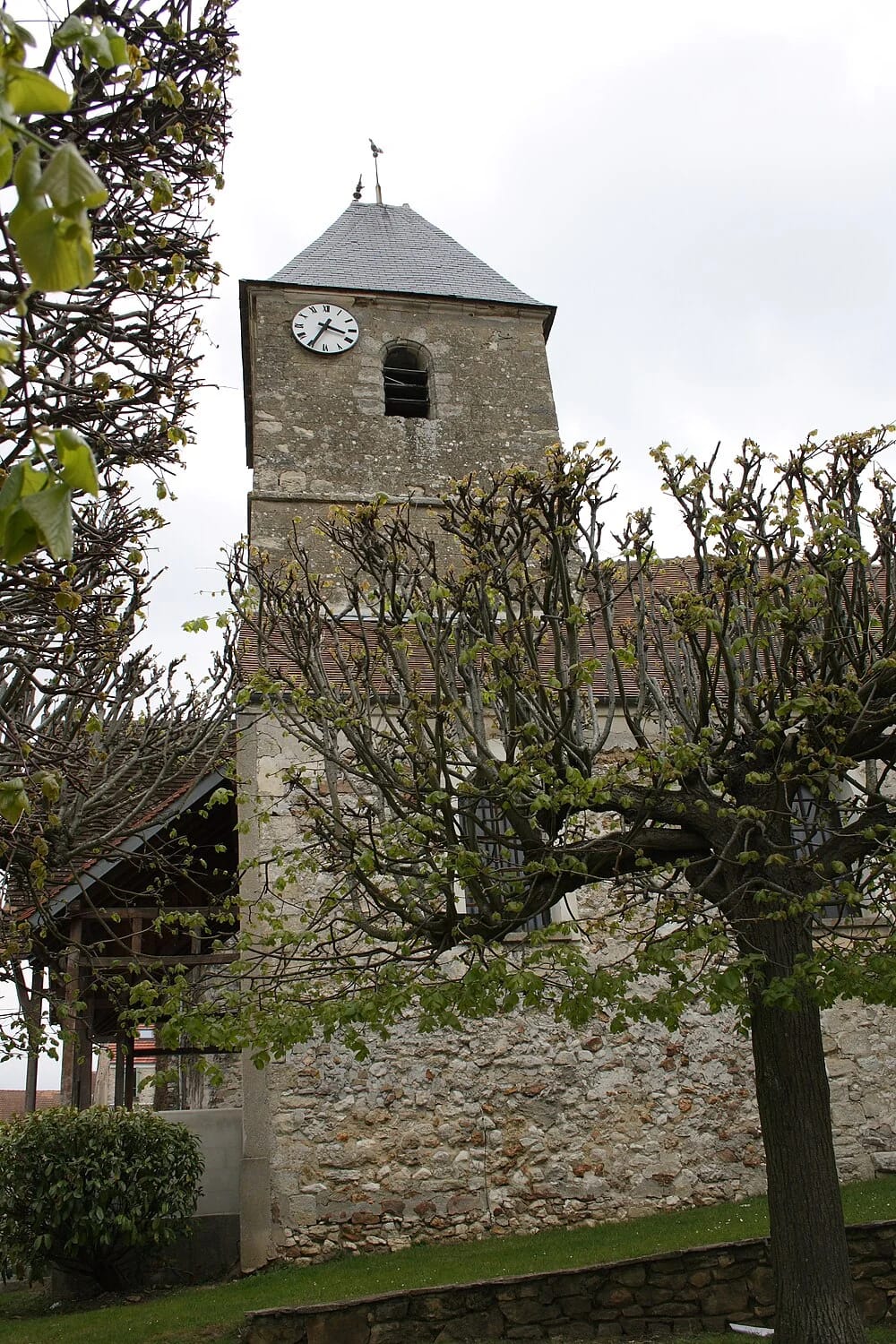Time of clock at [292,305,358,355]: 3:34
